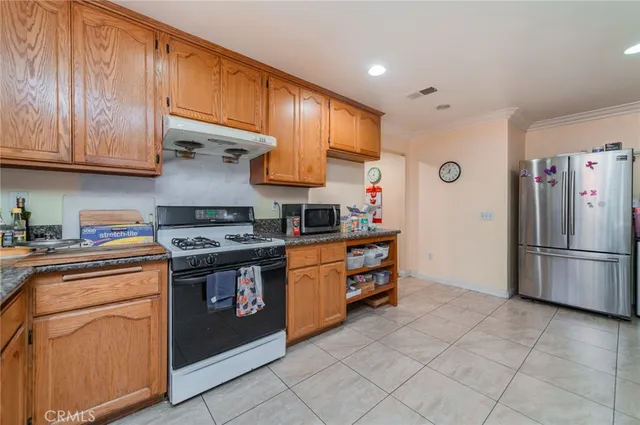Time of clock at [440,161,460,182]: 12:41
